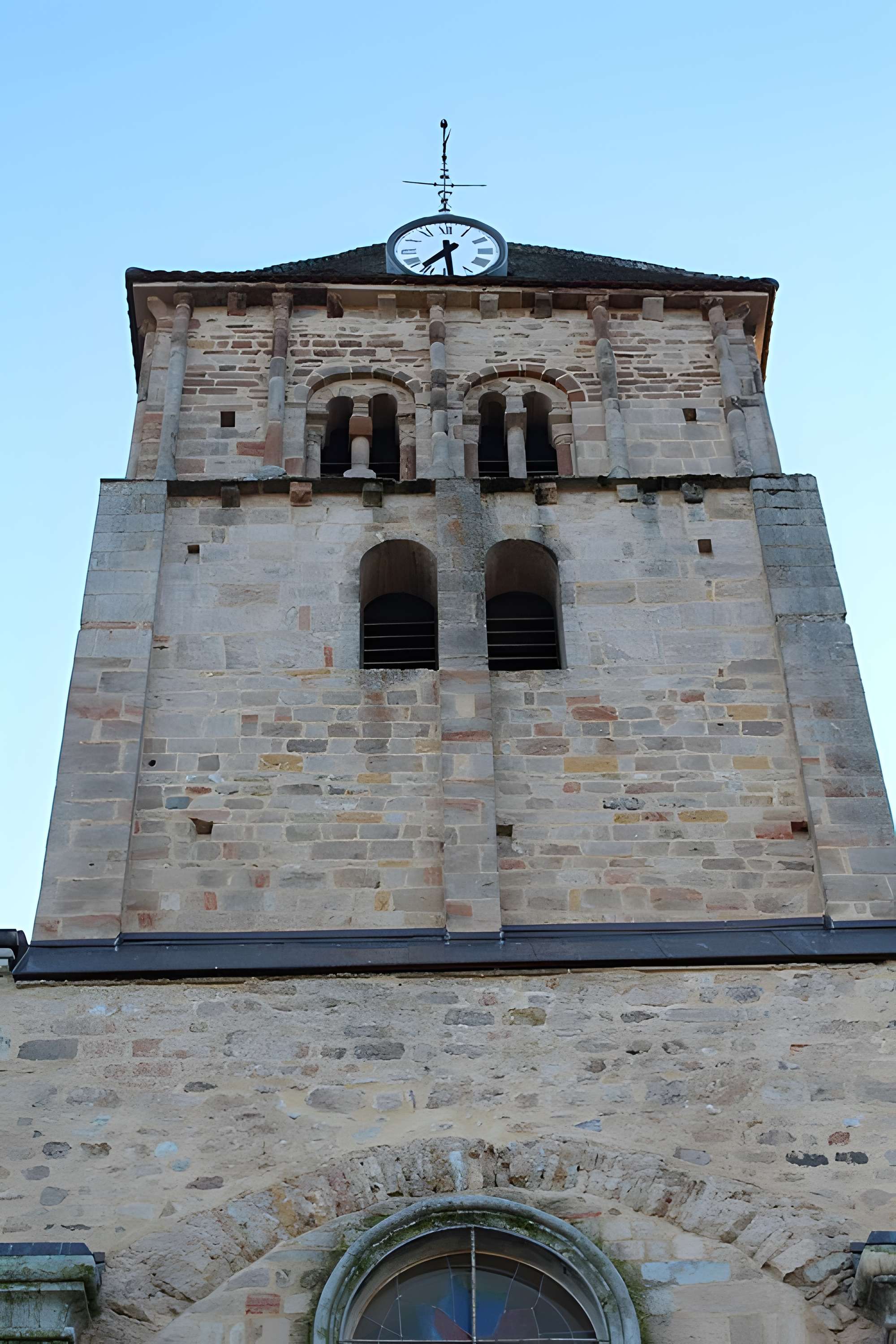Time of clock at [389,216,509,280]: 7:29
